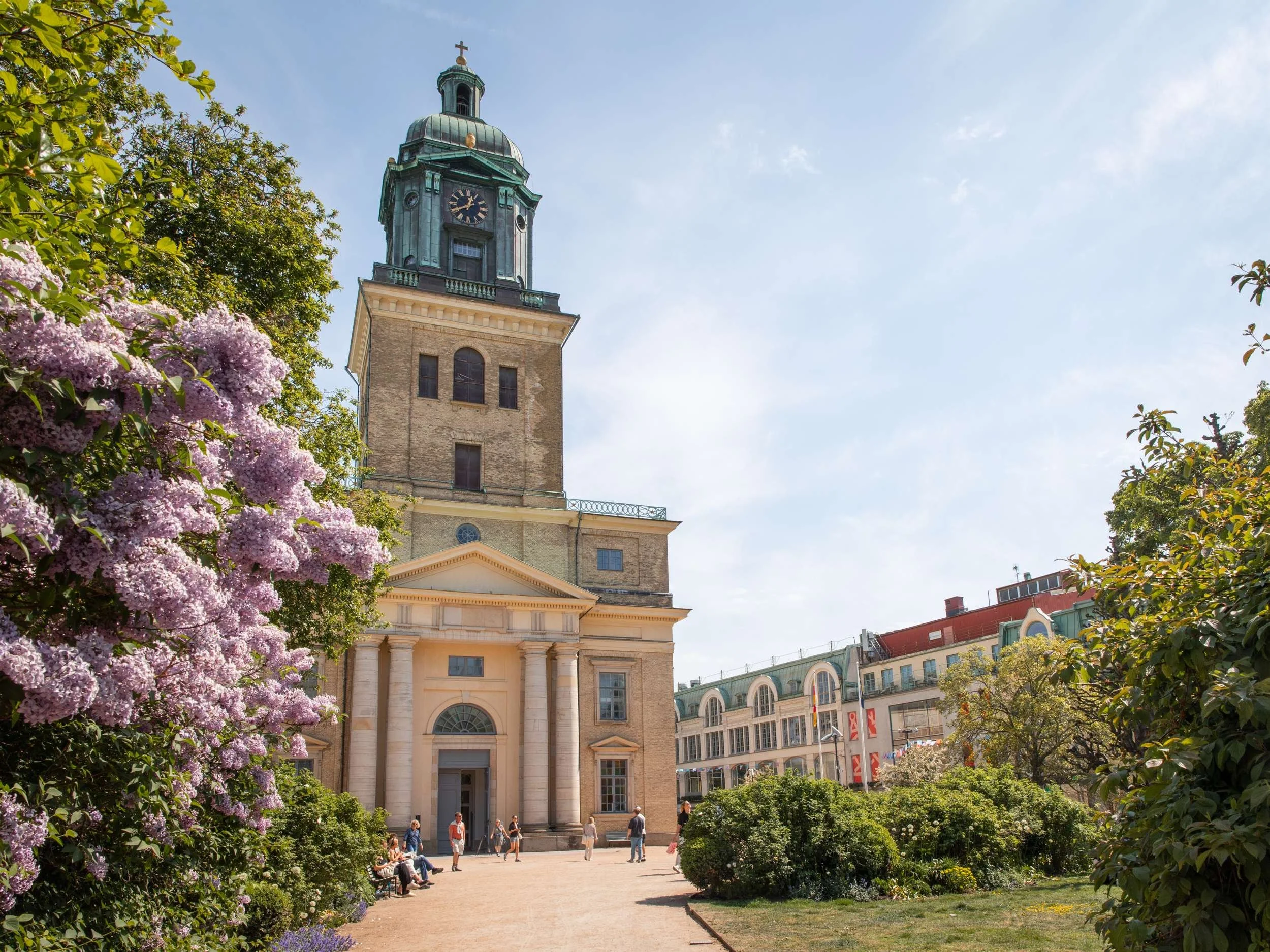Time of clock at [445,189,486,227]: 12:40
